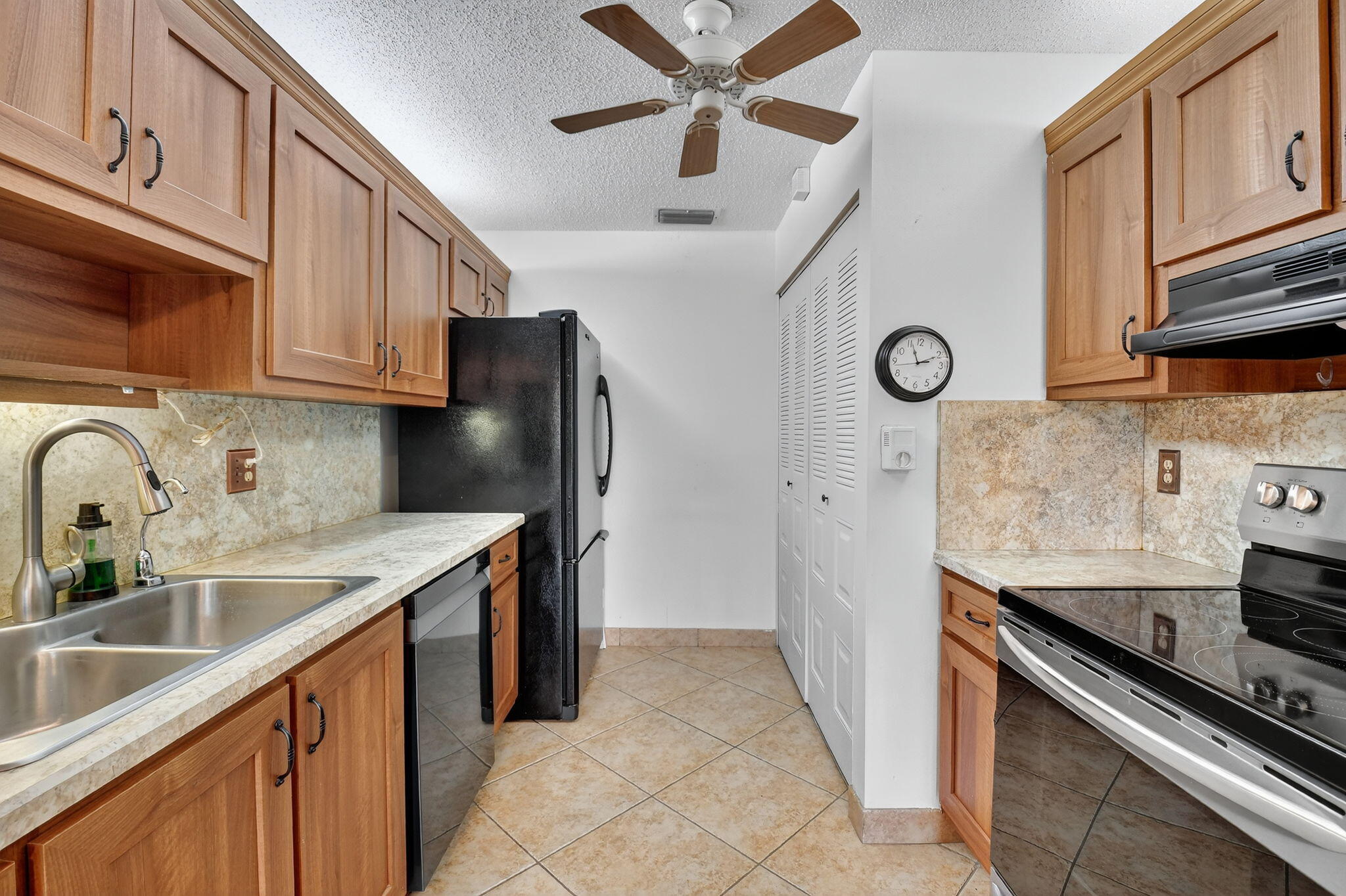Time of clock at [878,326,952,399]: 2:56
